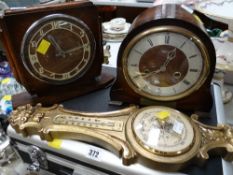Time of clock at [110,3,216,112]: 12:41
